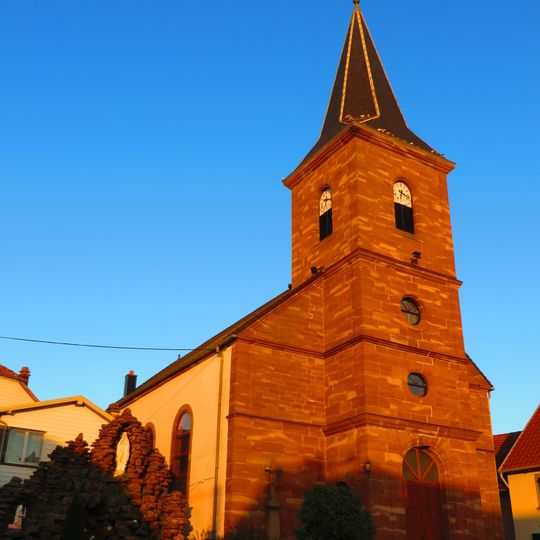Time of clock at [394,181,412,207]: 6:18
